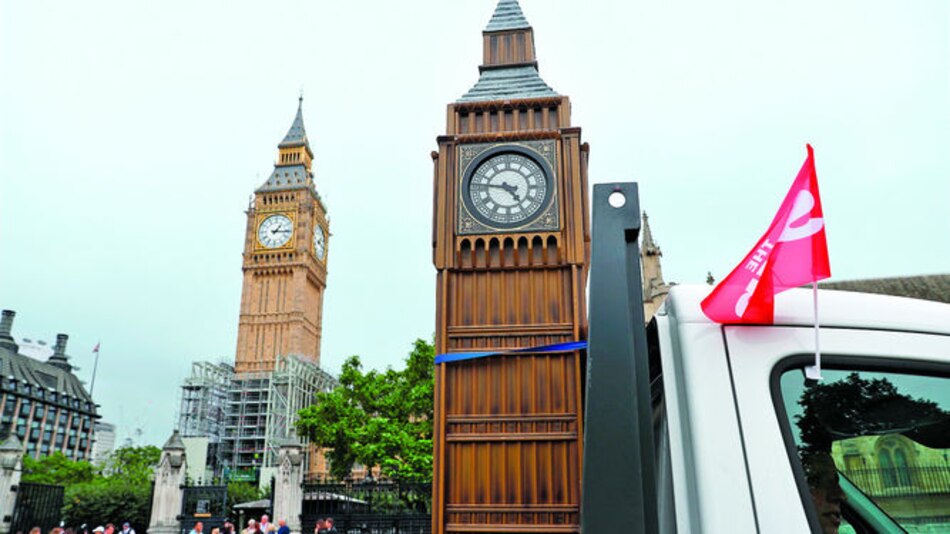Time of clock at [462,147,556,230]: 4:46
